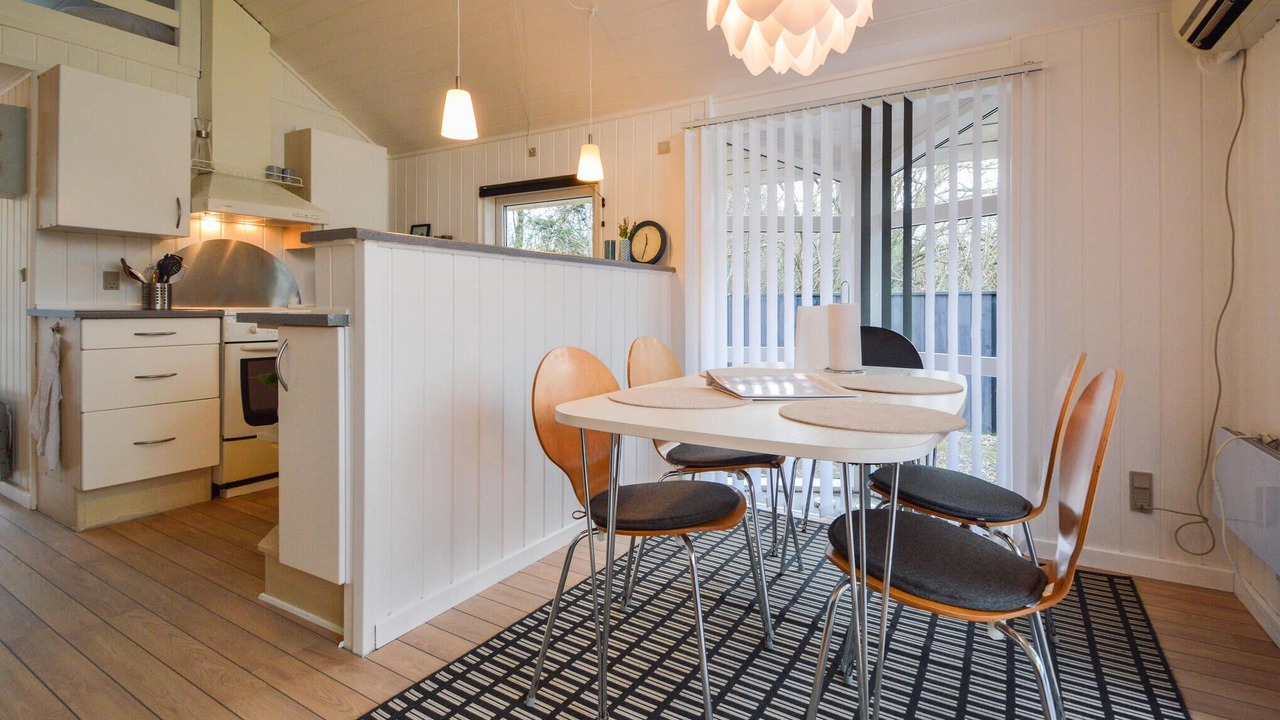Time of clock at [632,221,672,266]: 11:31
